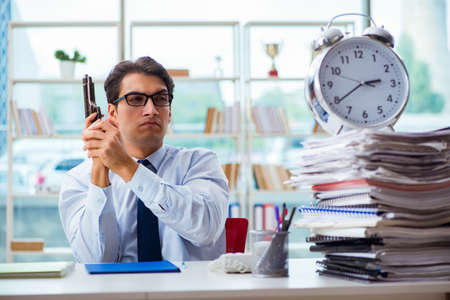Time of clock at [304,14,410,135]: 2:39
